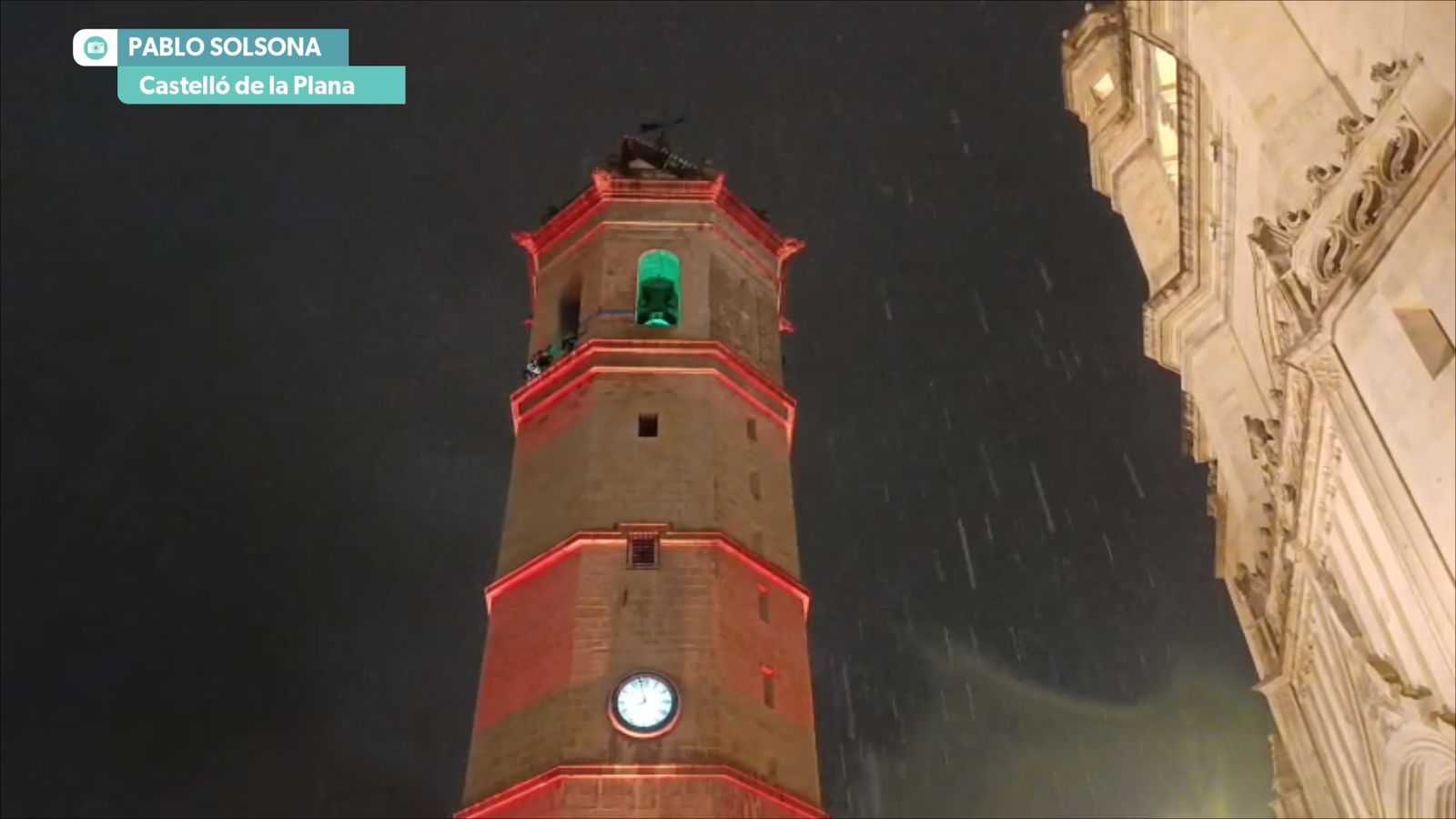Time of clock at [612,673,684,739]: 7:58
